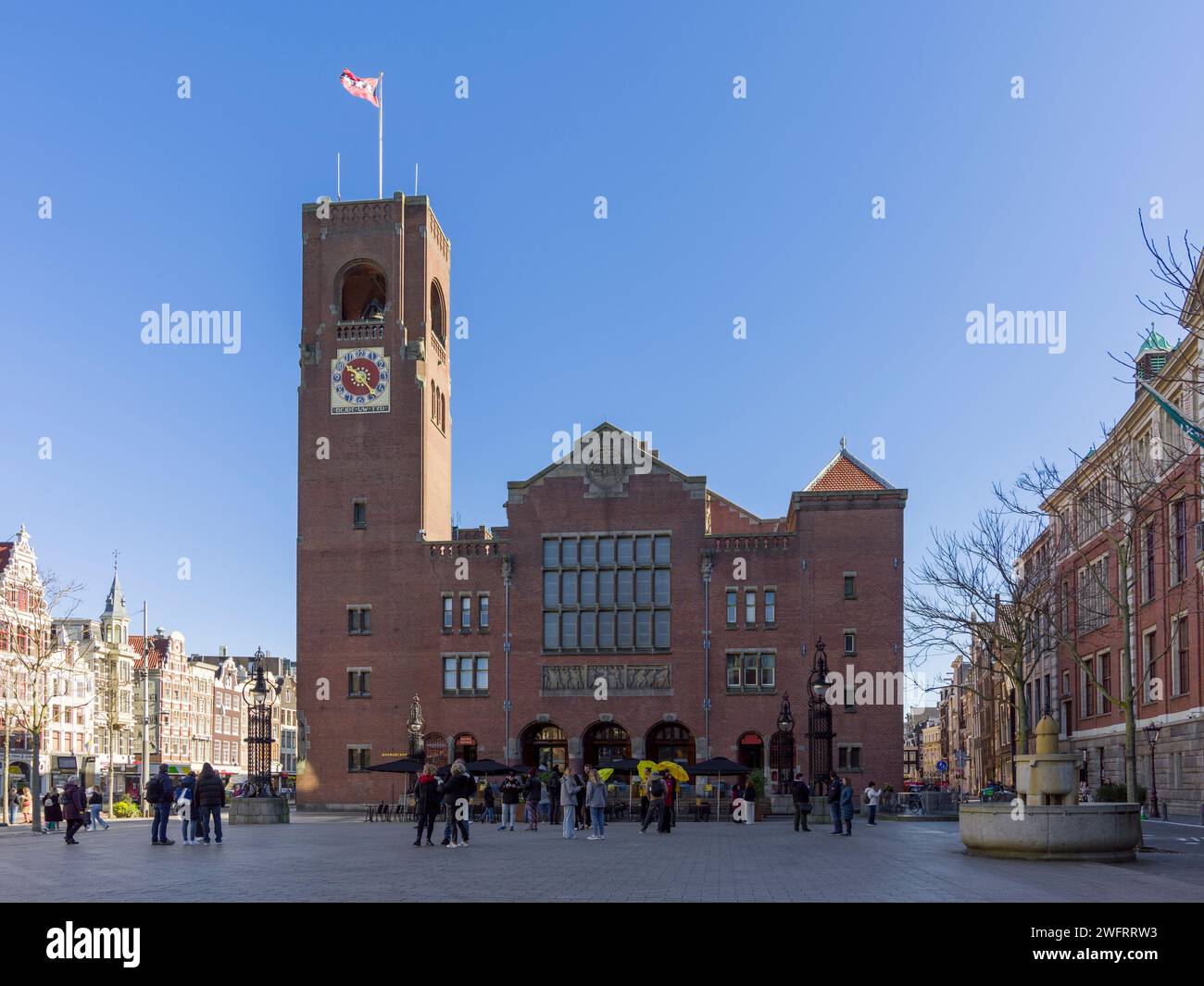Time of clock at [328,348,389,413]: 10:23
